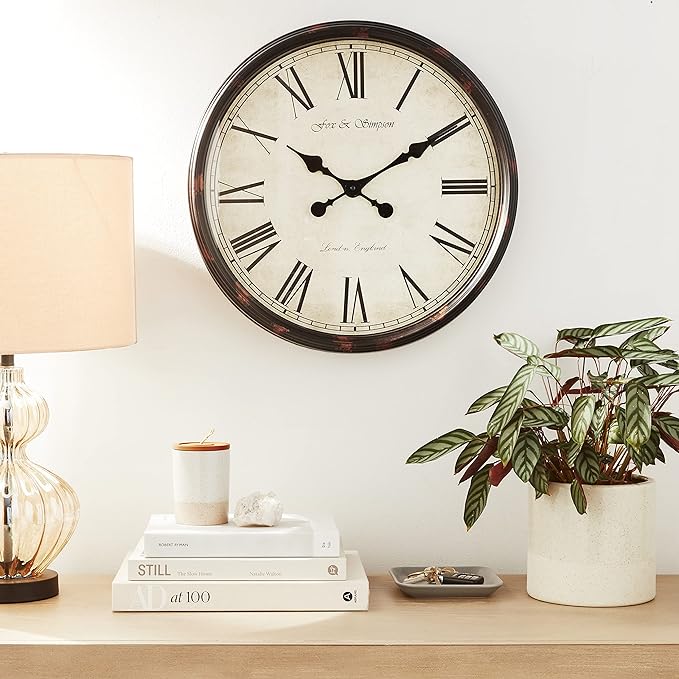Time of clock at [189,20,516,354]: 10:09
